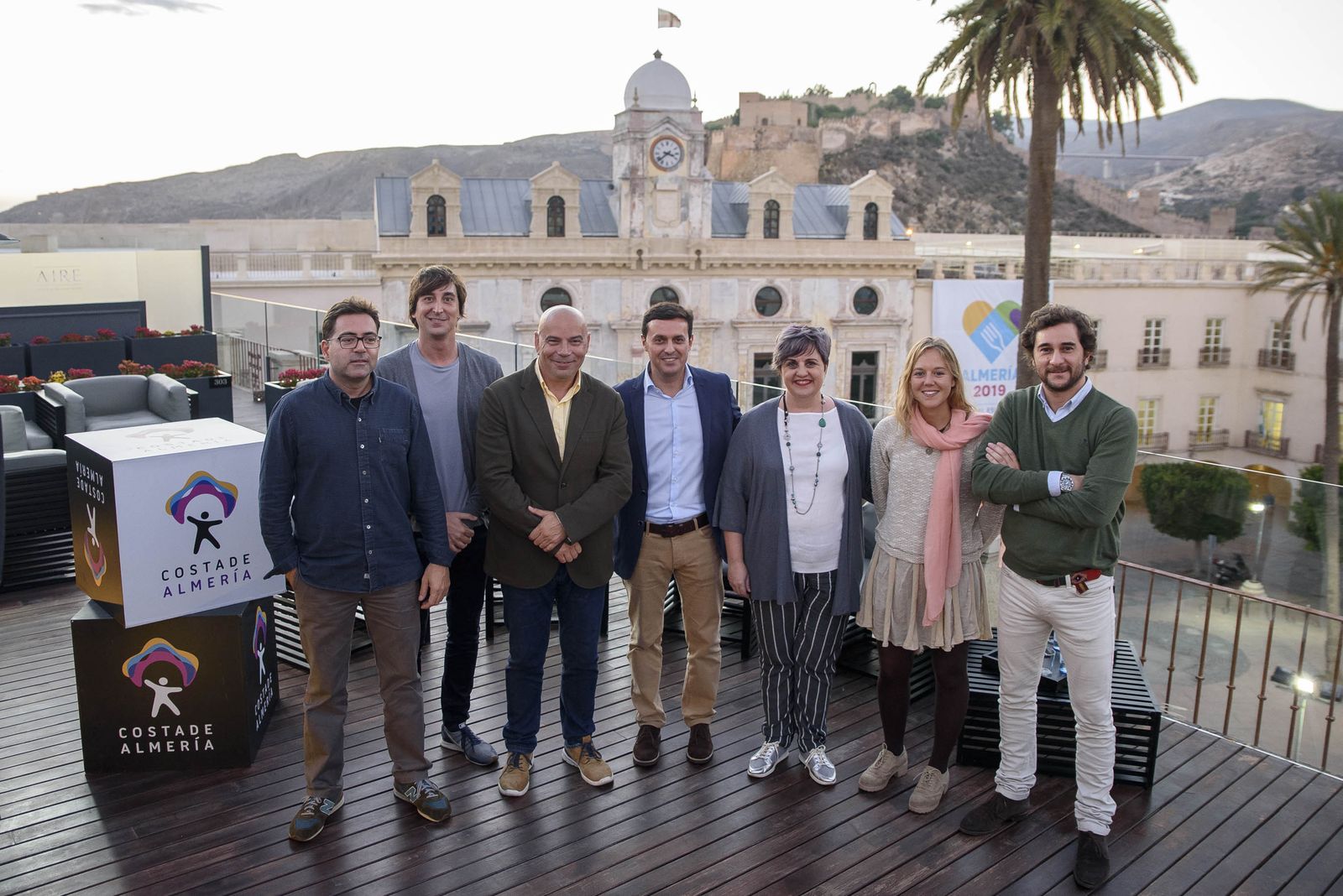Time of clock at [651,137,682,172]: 3:38
